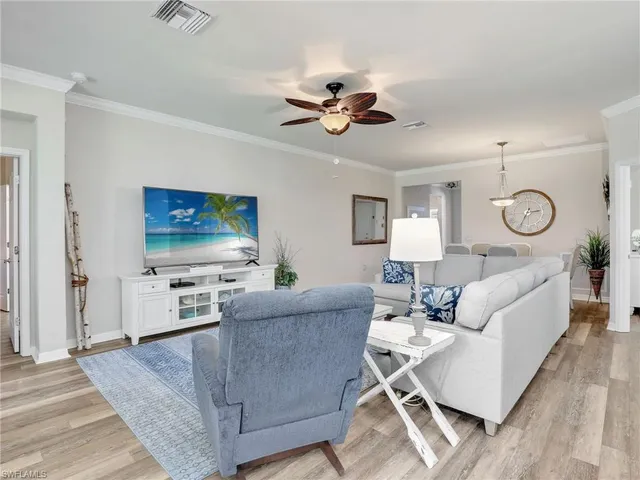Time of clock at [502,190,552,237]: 2:34
